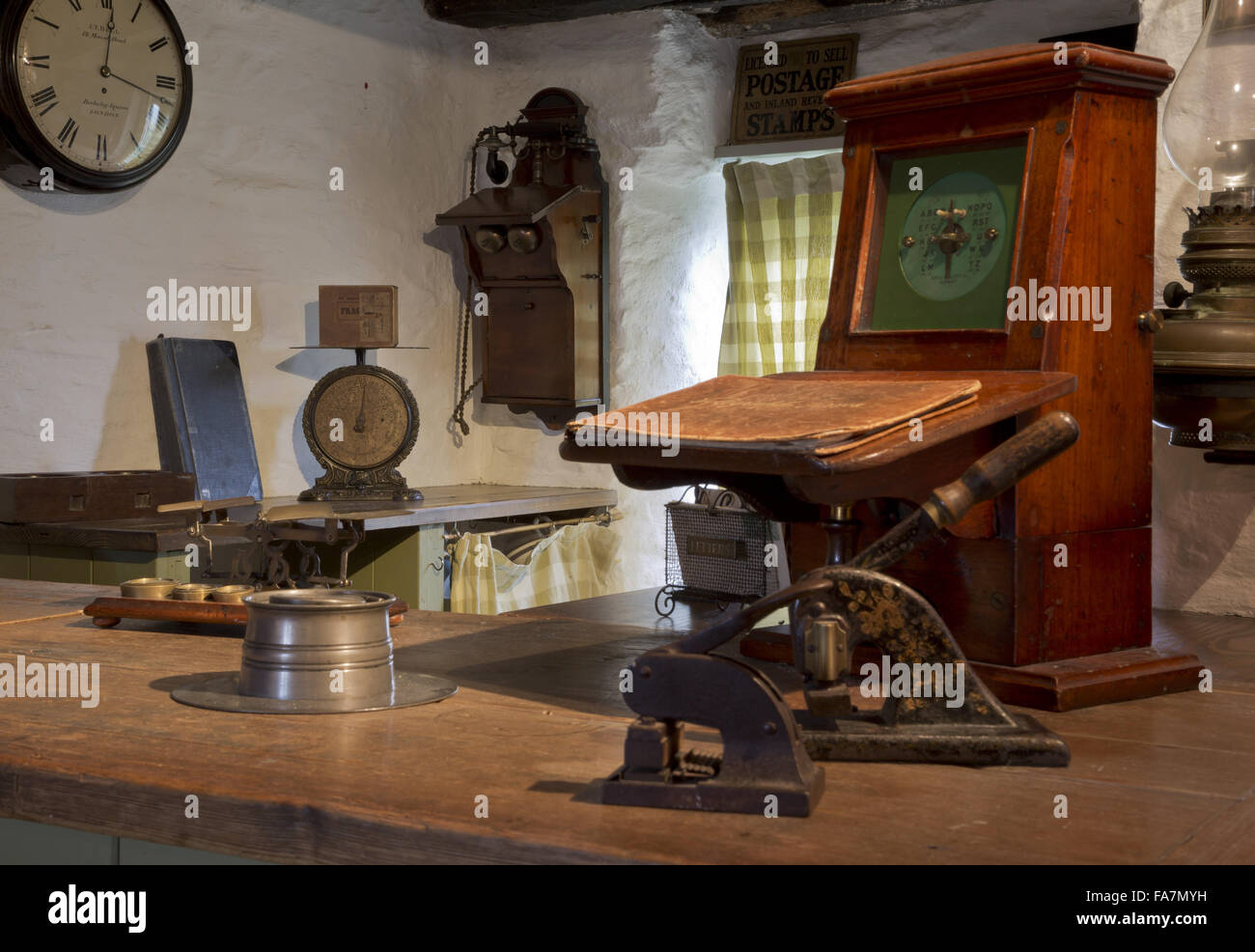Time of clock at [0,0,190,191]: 12:17
